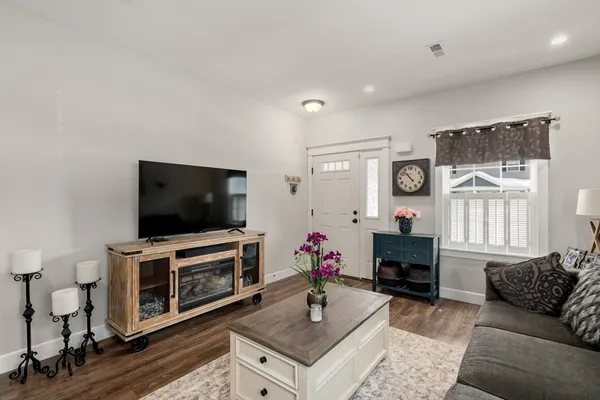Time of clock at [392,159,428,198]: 10:53
